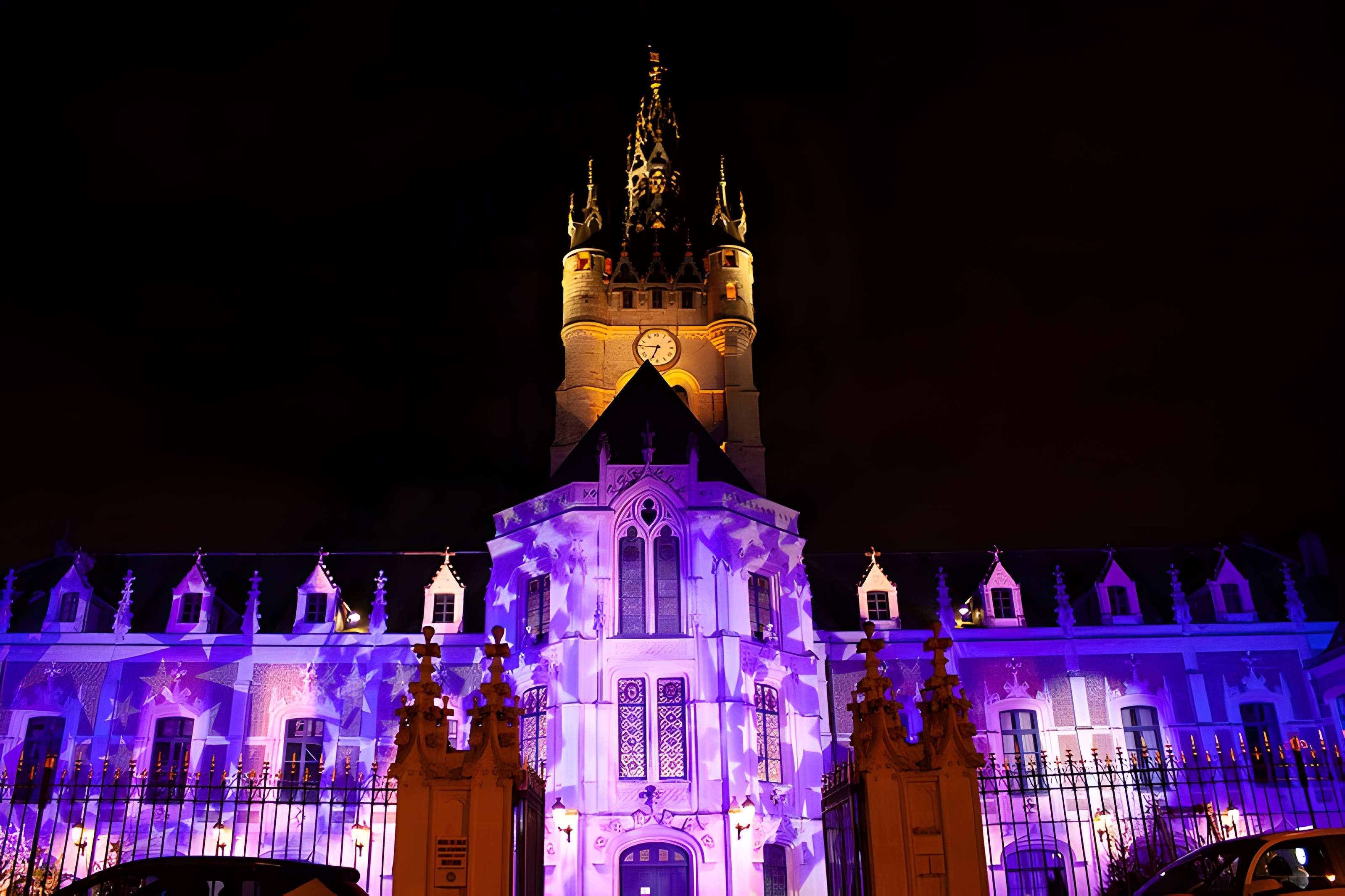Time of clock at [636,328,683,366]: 6:46
